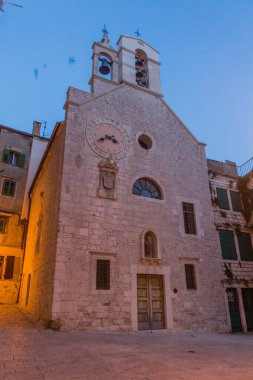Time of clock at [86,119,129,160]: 3:40
